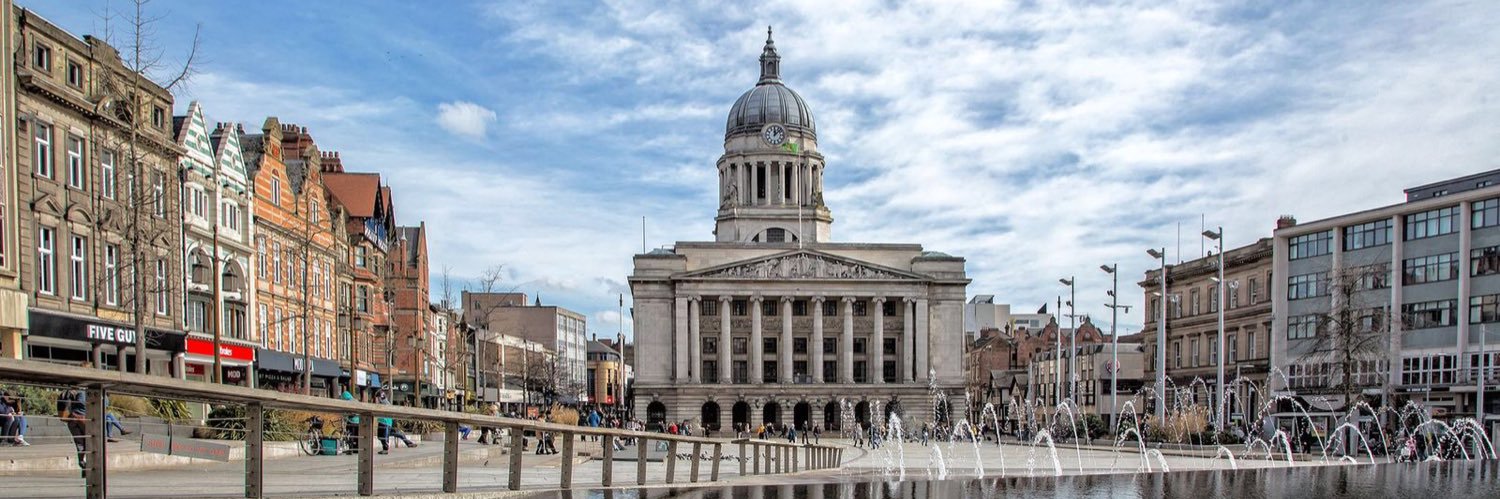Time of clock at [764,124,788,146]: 12:07
